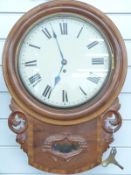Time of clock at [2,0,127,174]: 6:56
